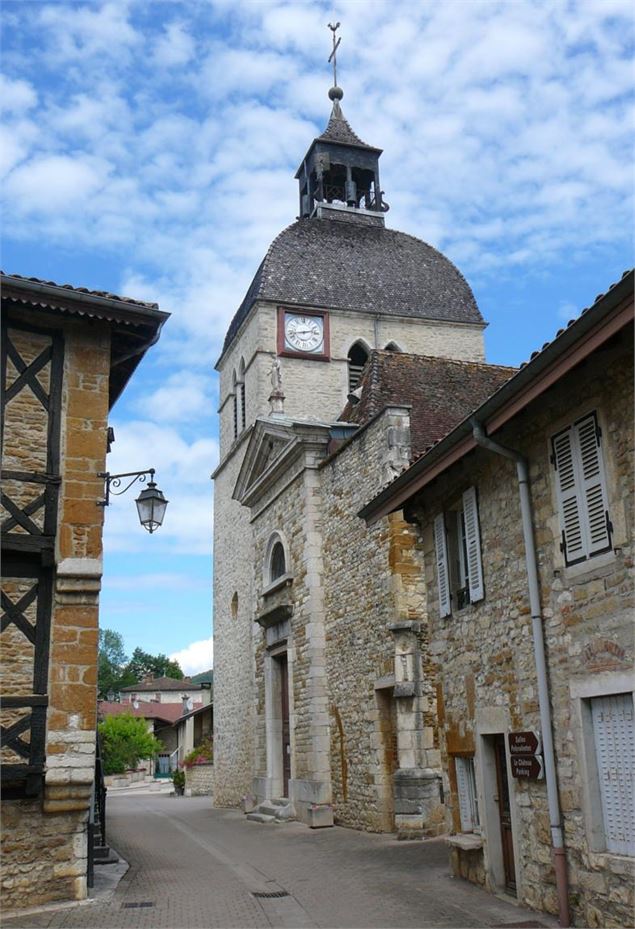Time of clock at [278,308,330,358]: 2:42
